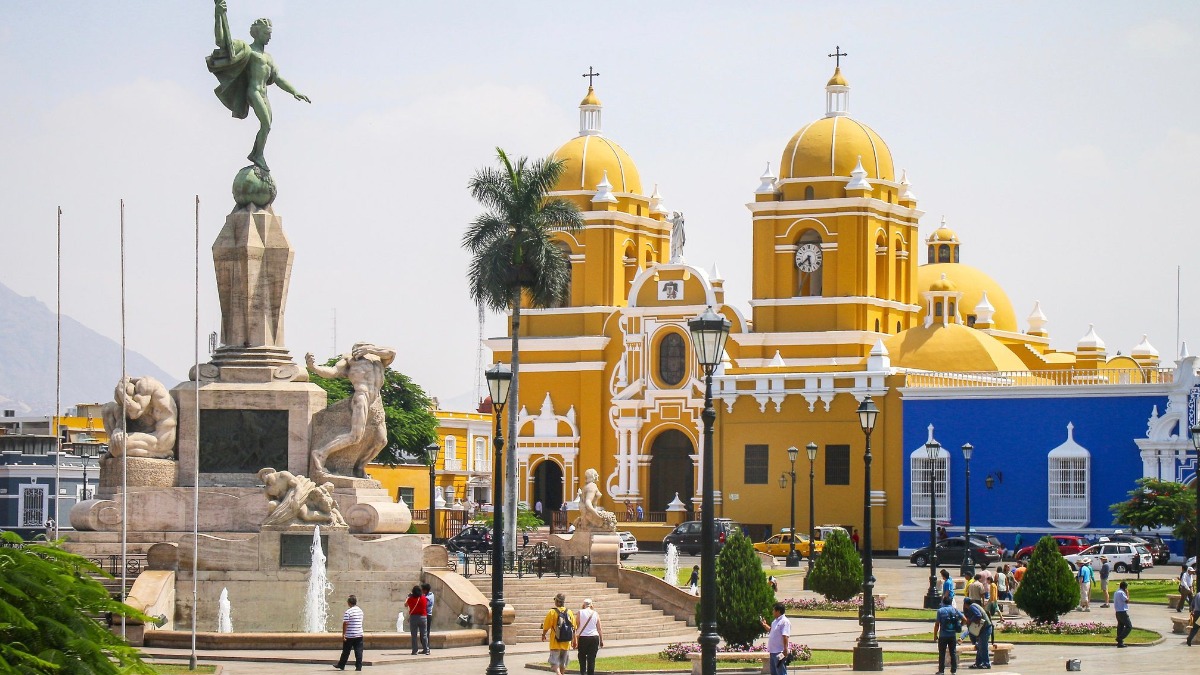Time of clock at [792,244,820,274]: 5:38
